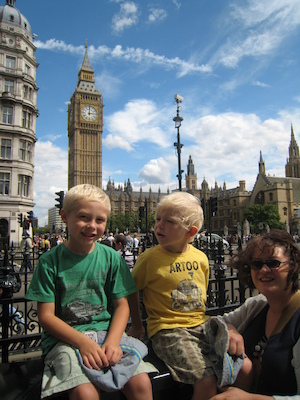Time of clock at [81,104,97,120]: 3:00
